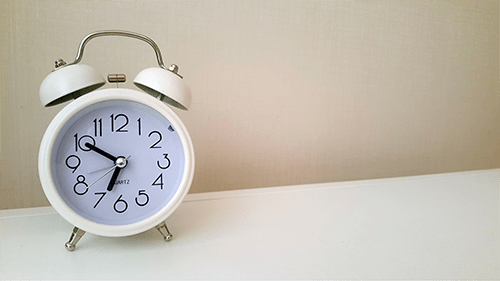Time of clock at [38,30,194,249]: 6:50
